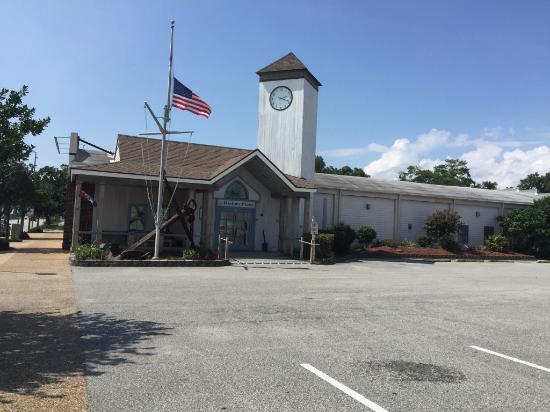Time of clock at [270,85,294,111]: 2:18
